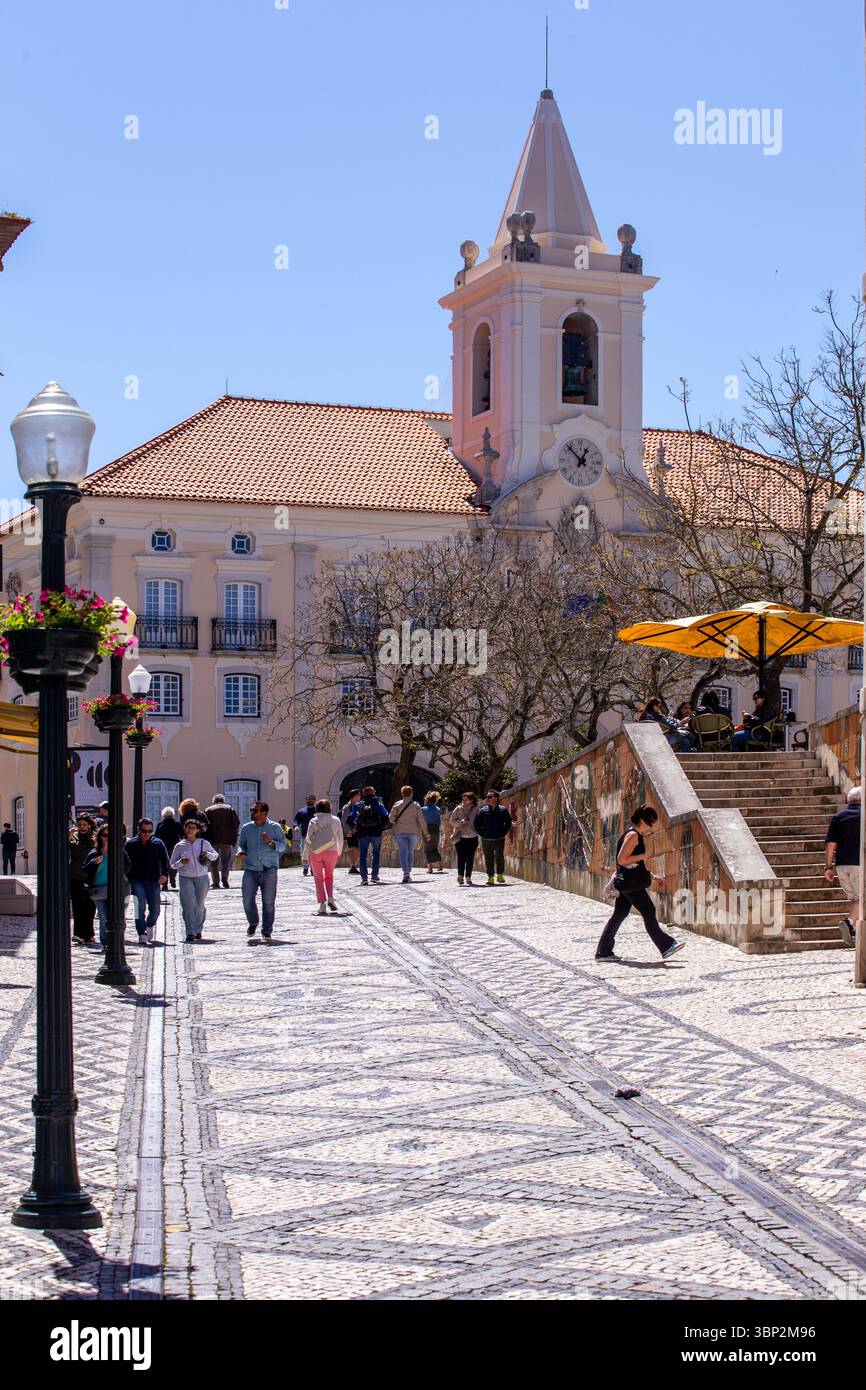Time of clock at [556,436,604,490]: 12:52
